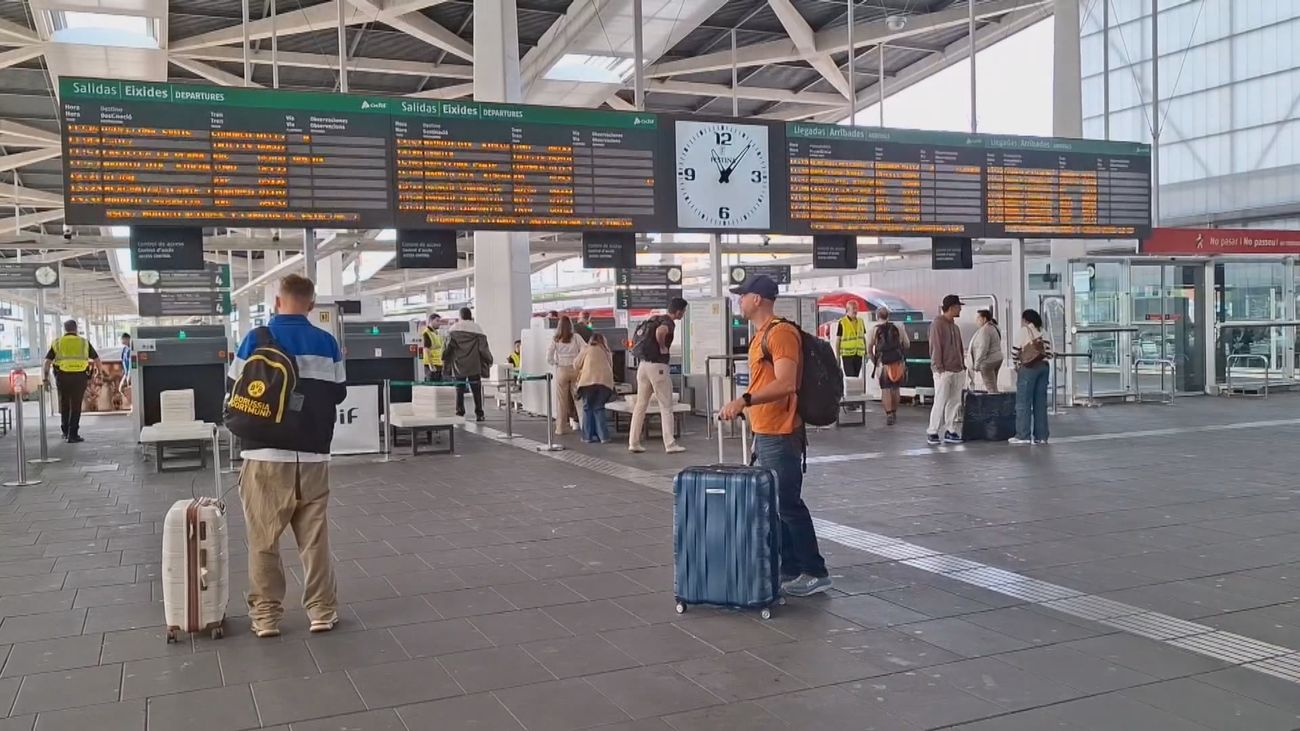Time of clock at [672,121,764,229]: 11:07
